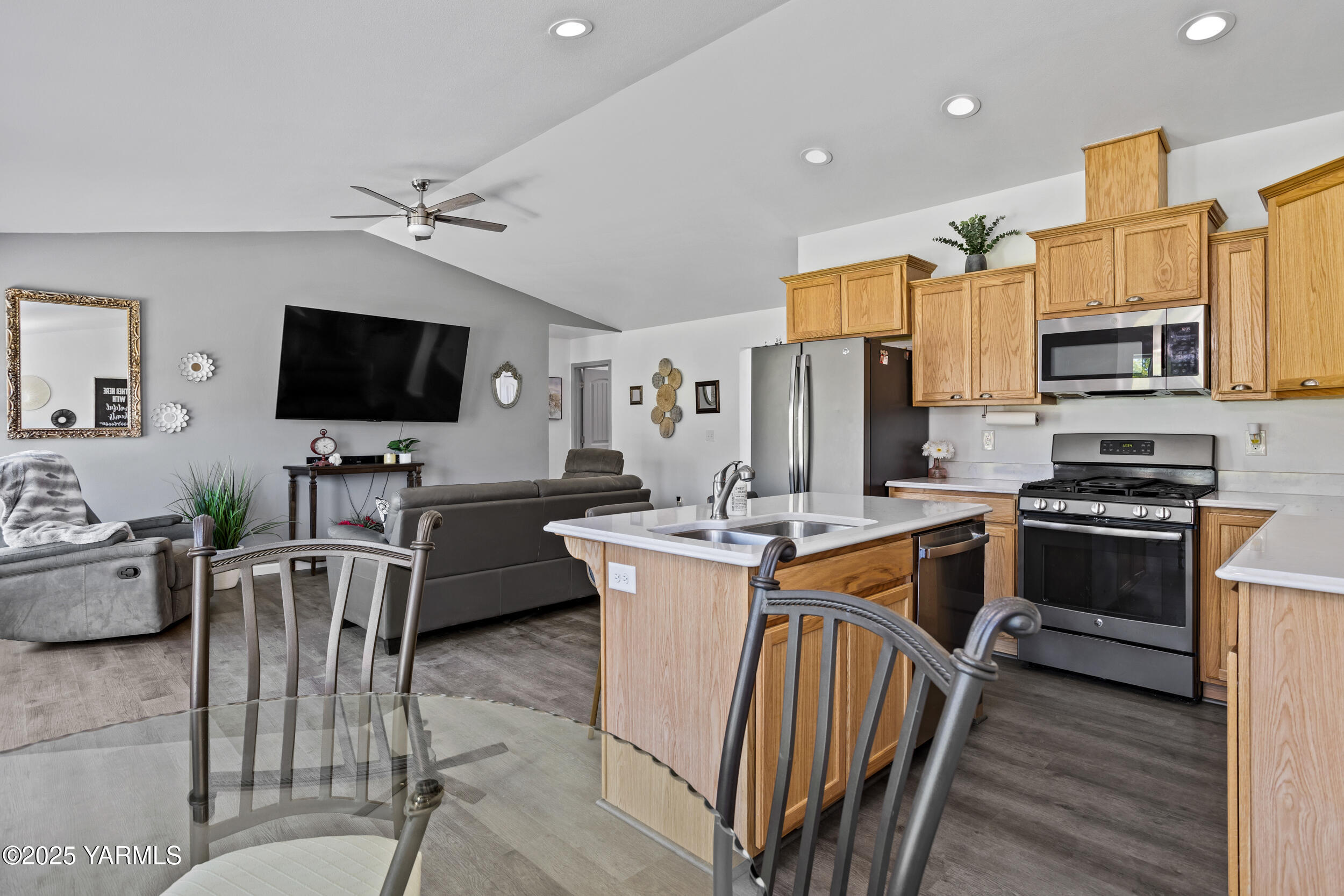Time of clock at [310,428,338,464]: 4:09
